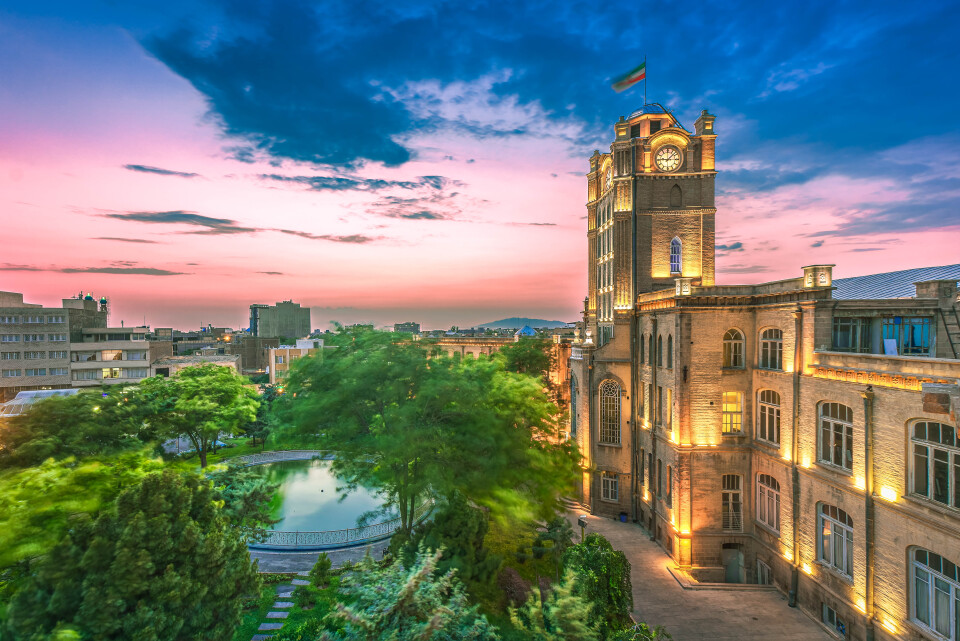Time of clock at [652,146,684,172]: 9:07
